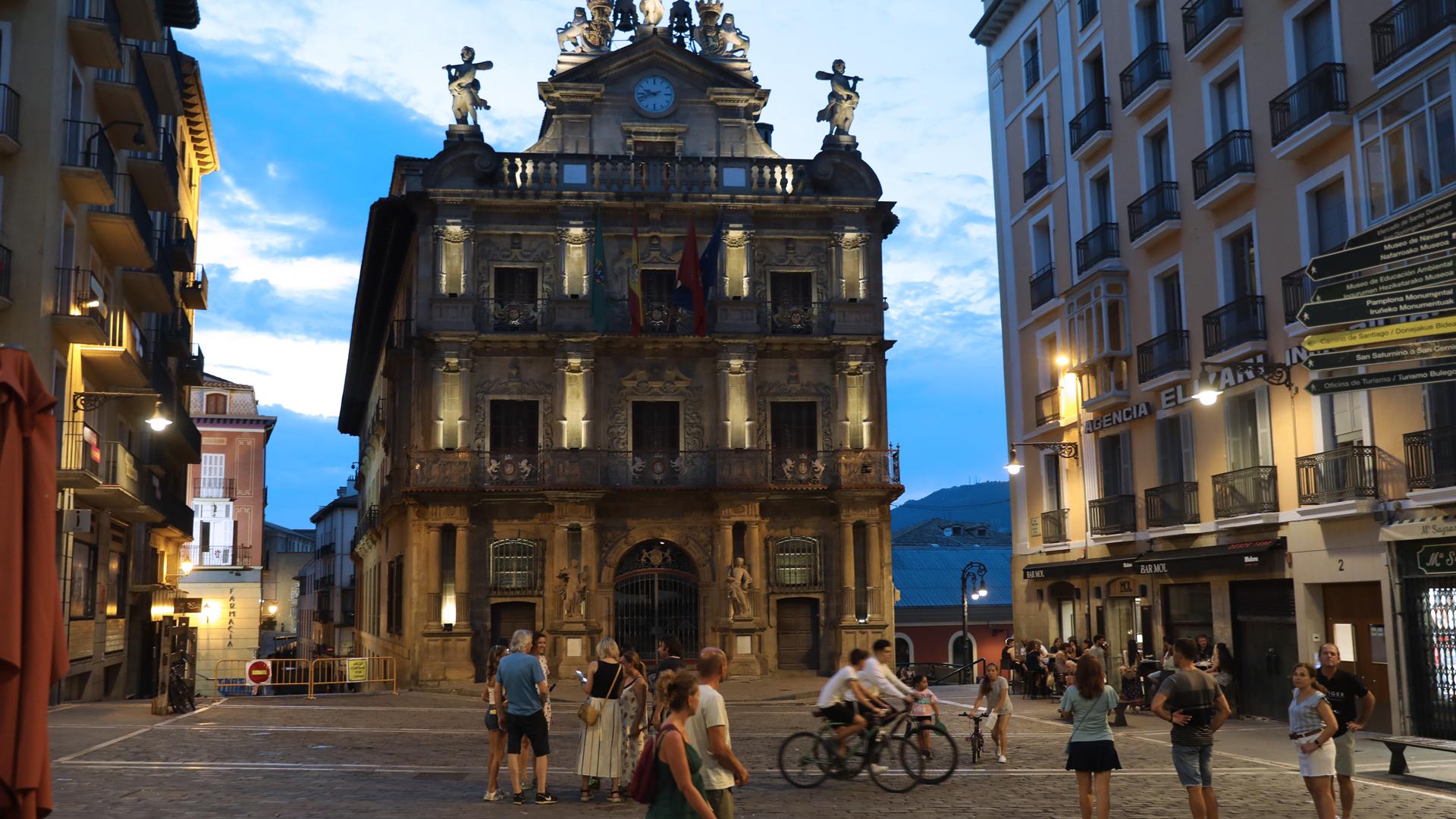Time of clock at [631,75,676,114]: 9:42
